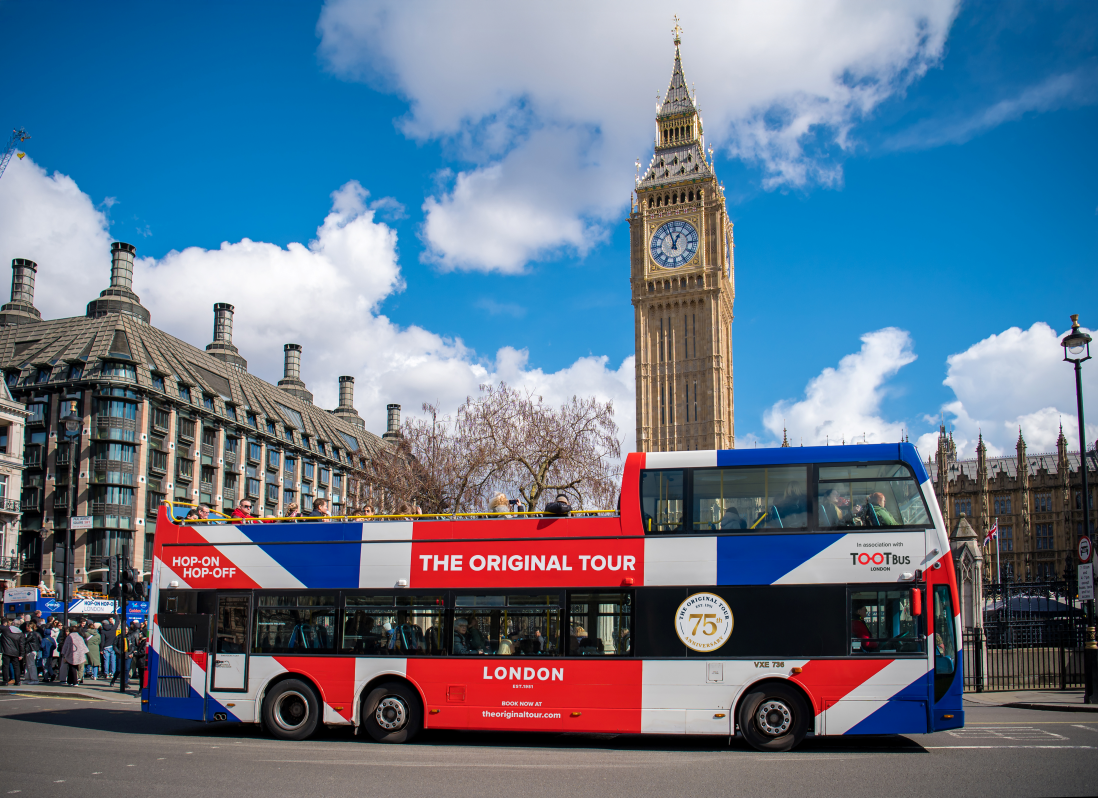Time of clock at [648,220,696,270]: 12:57
